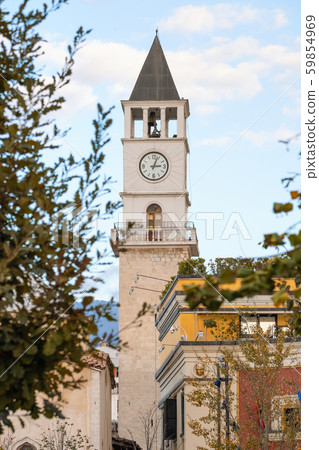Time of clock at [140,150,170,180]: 3:03
